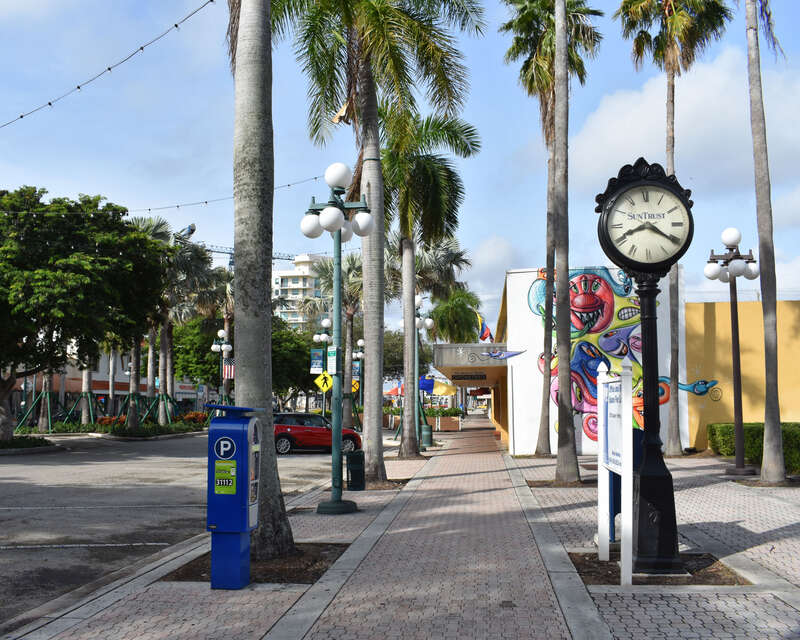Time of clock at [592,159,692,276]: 8:20
